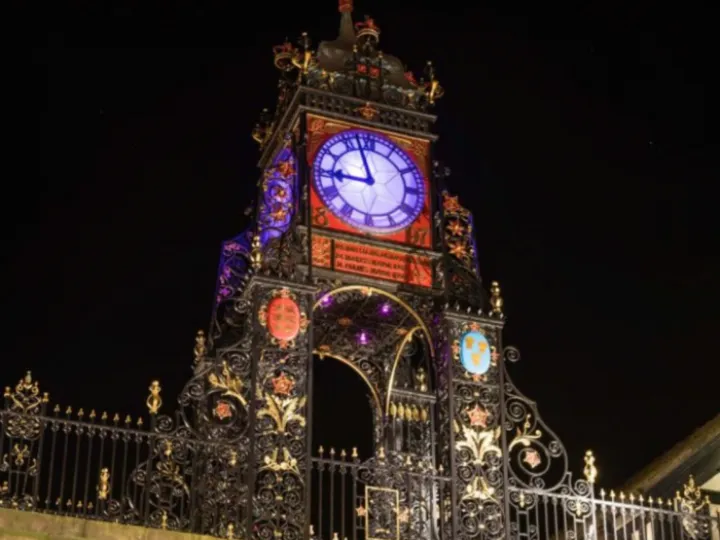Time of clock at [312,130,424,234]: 8:57
